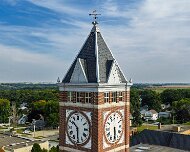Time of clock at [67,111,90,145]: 10:30
